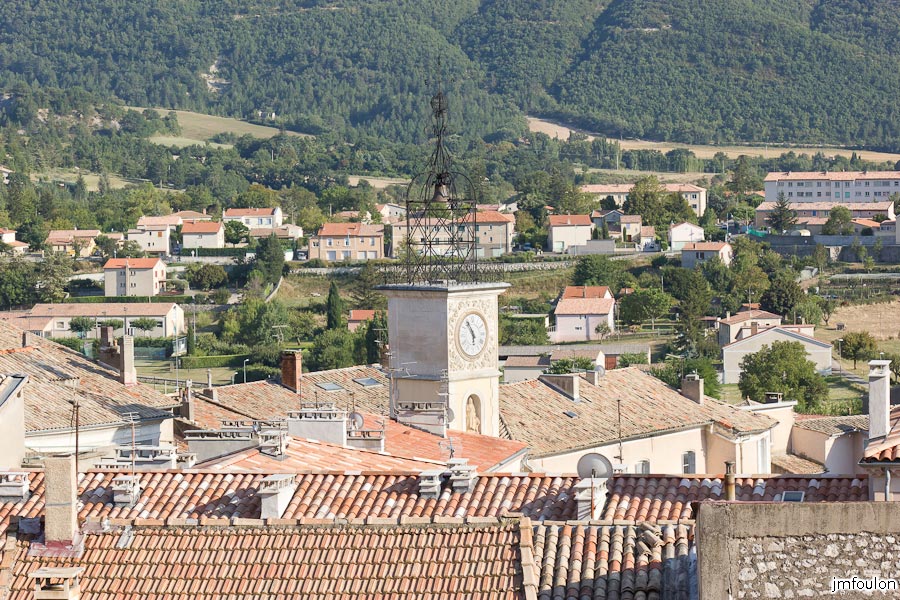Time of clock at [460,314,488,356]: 5:54
